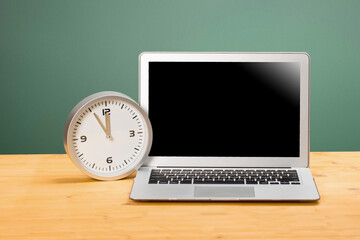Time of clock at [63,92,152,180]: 11:55
